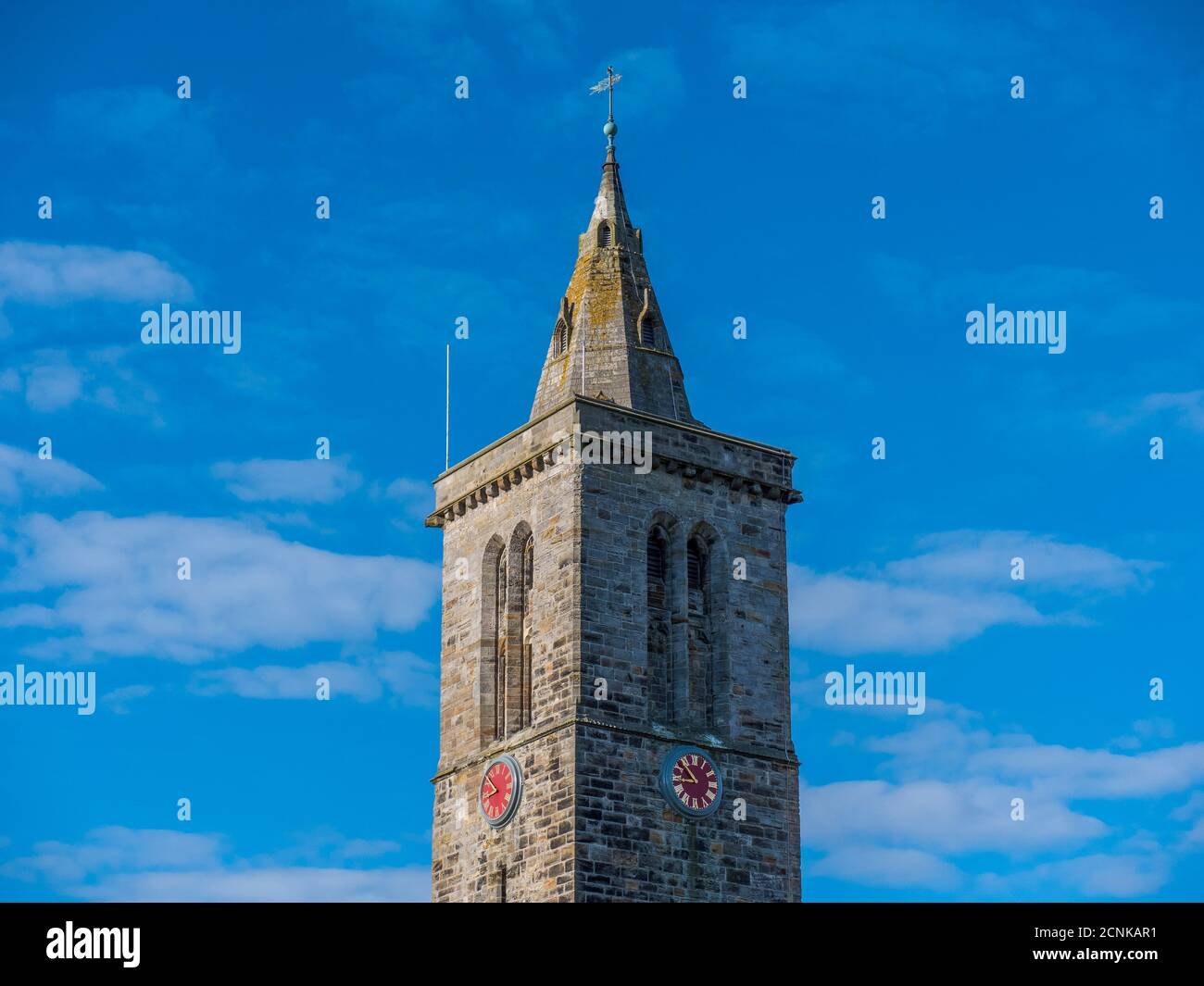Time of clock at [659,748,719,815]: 8:53
